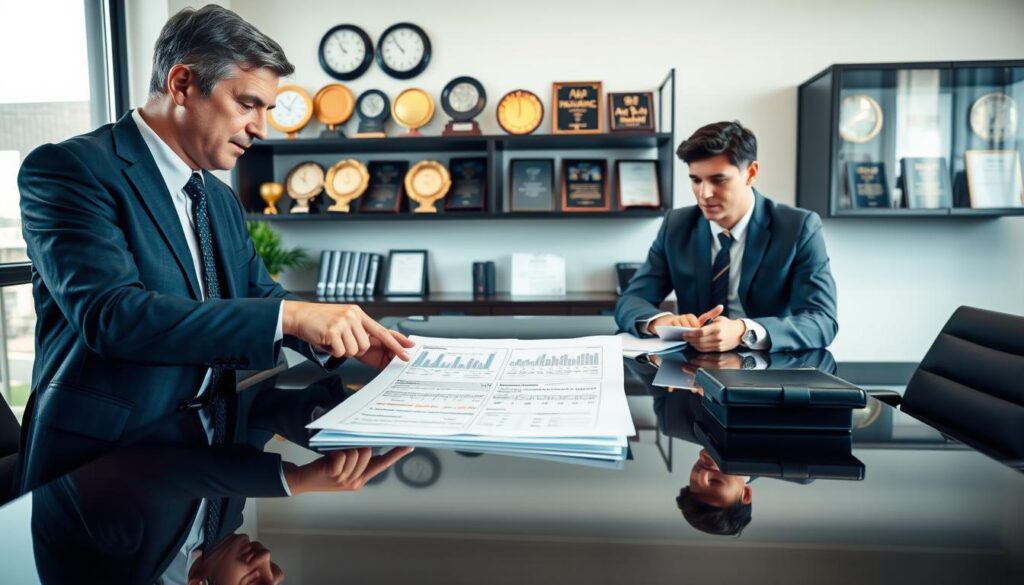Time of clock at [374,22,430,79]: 10:53
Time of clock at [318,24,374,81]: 10:55
